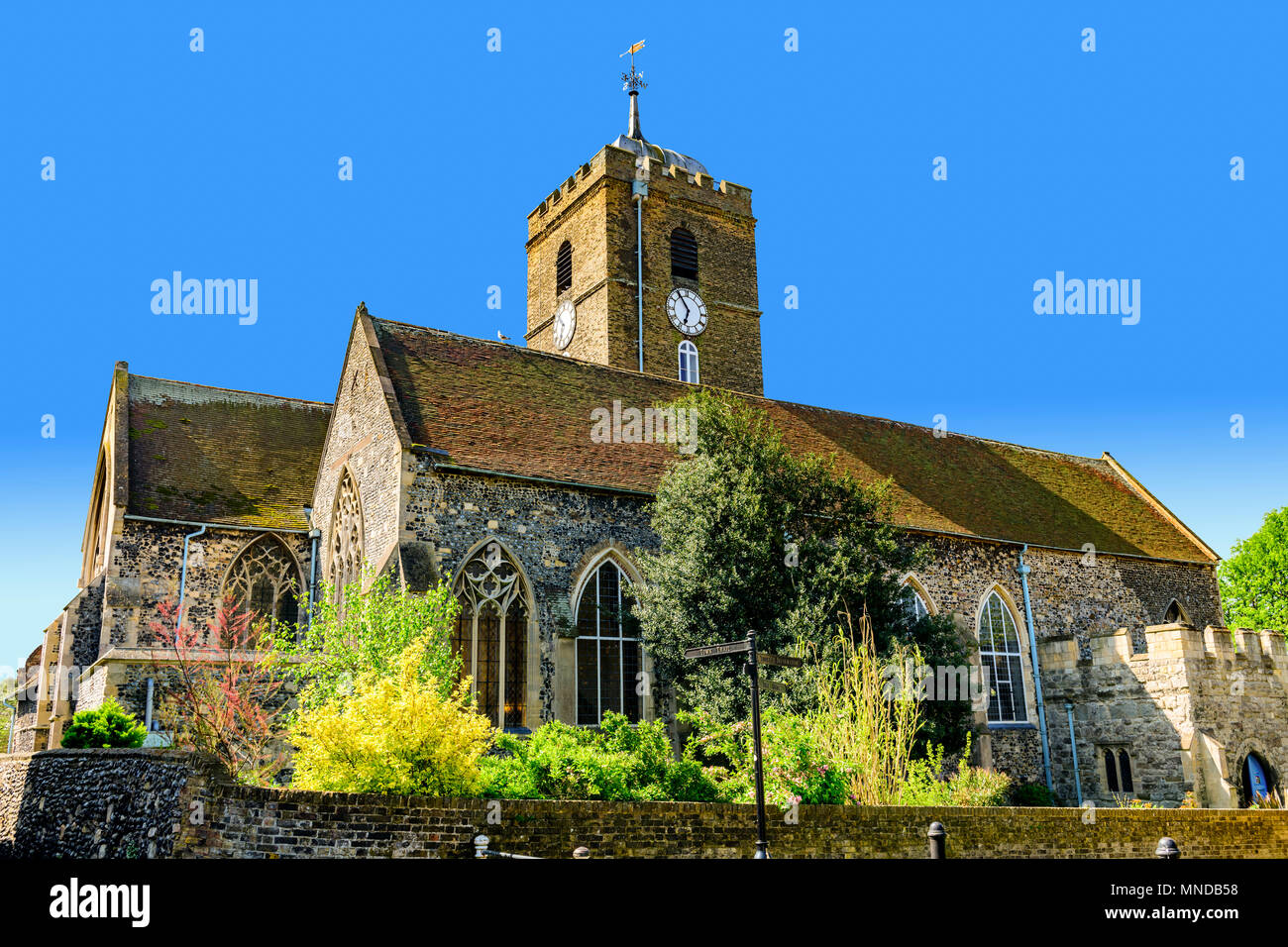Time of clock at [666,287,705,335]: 6:54
